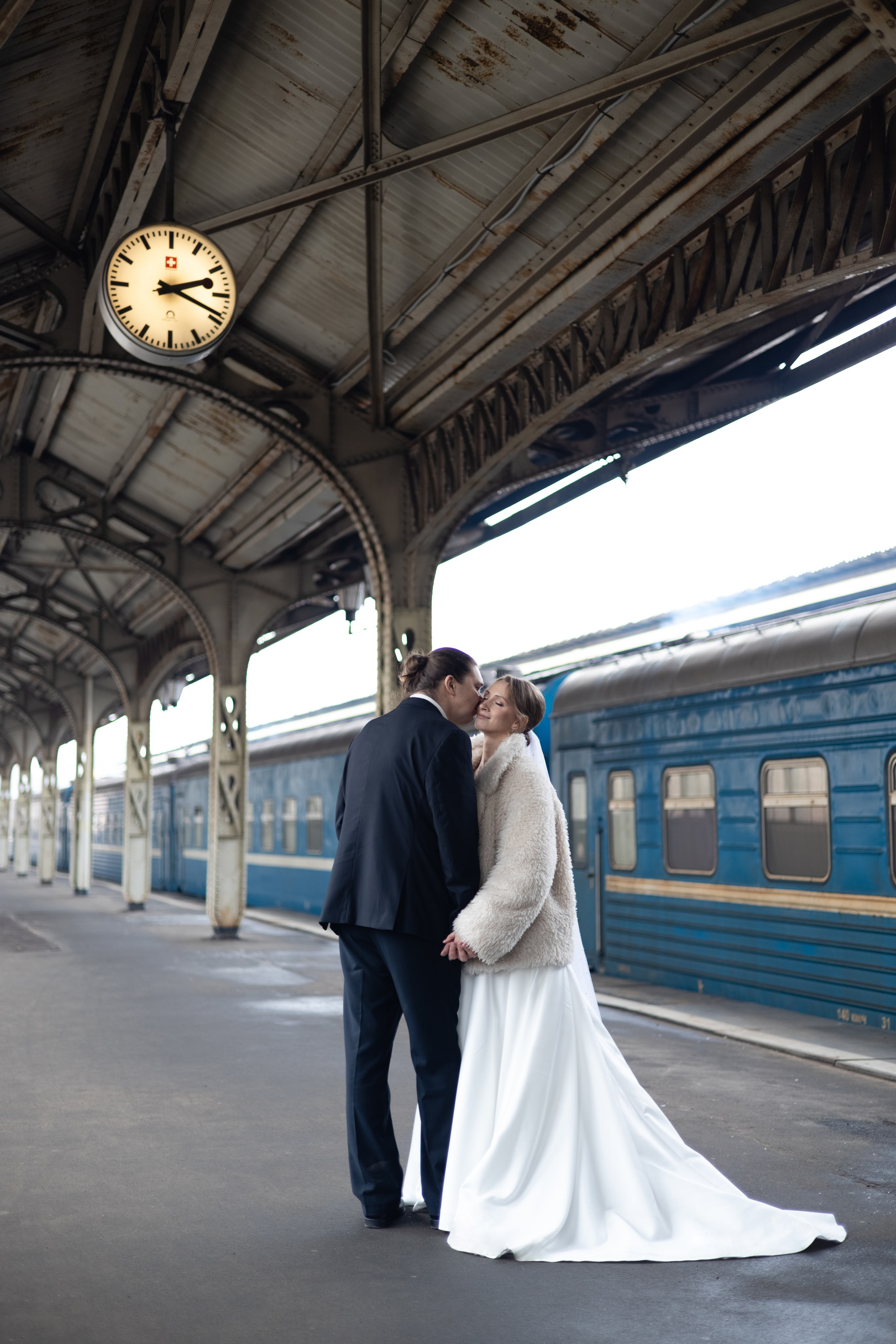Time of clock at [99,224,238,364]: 2:18
